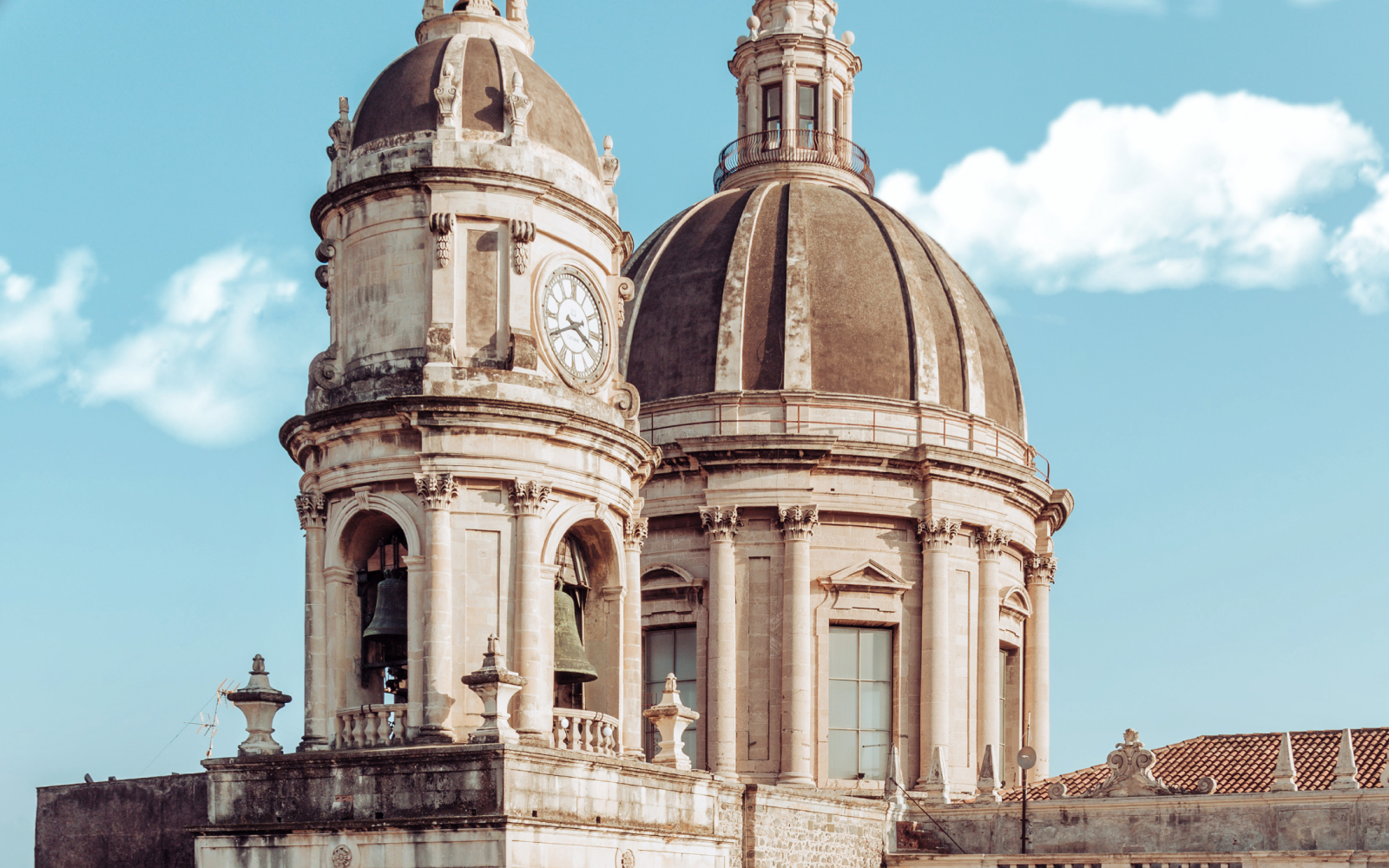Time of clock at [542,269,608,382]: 3:40
